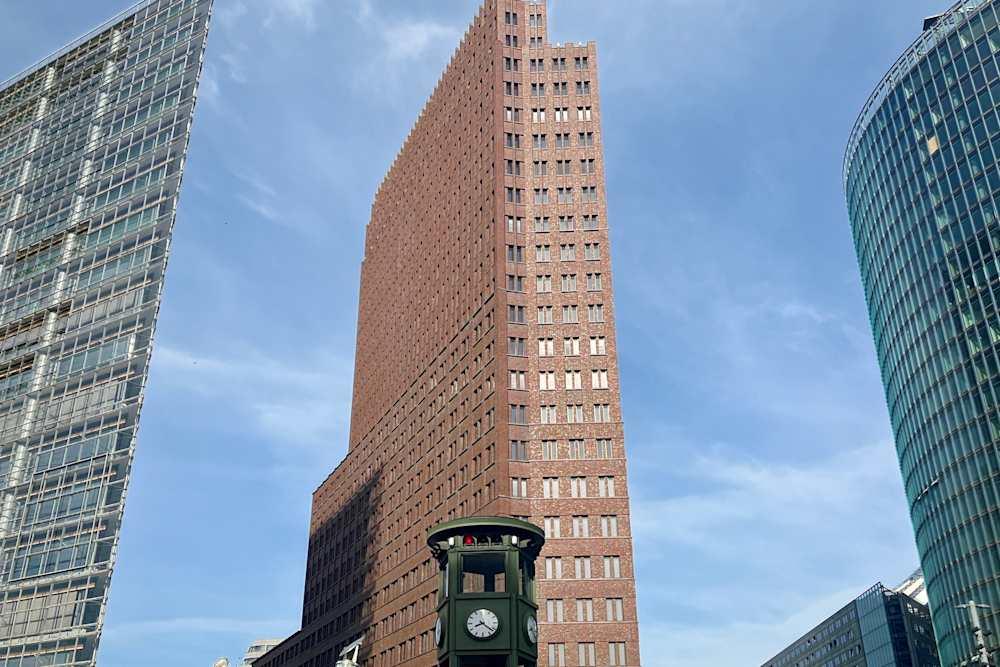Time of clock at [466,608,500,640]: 8:21
